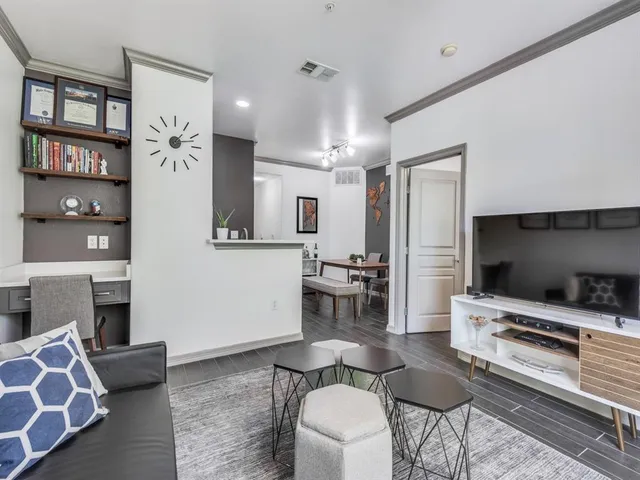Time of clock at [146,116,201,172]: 1:13
